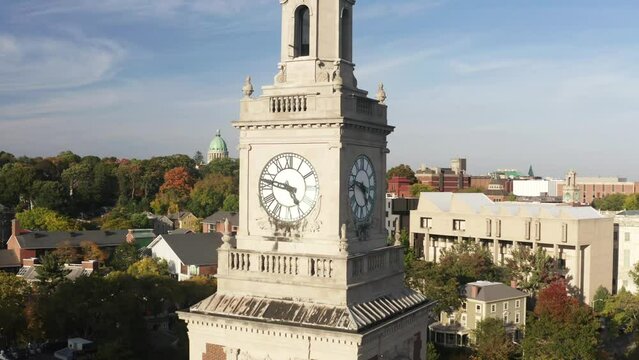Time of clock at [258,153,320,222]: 4:47
